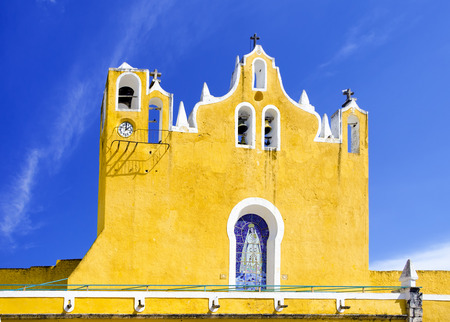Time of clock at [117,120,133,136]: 2:00
